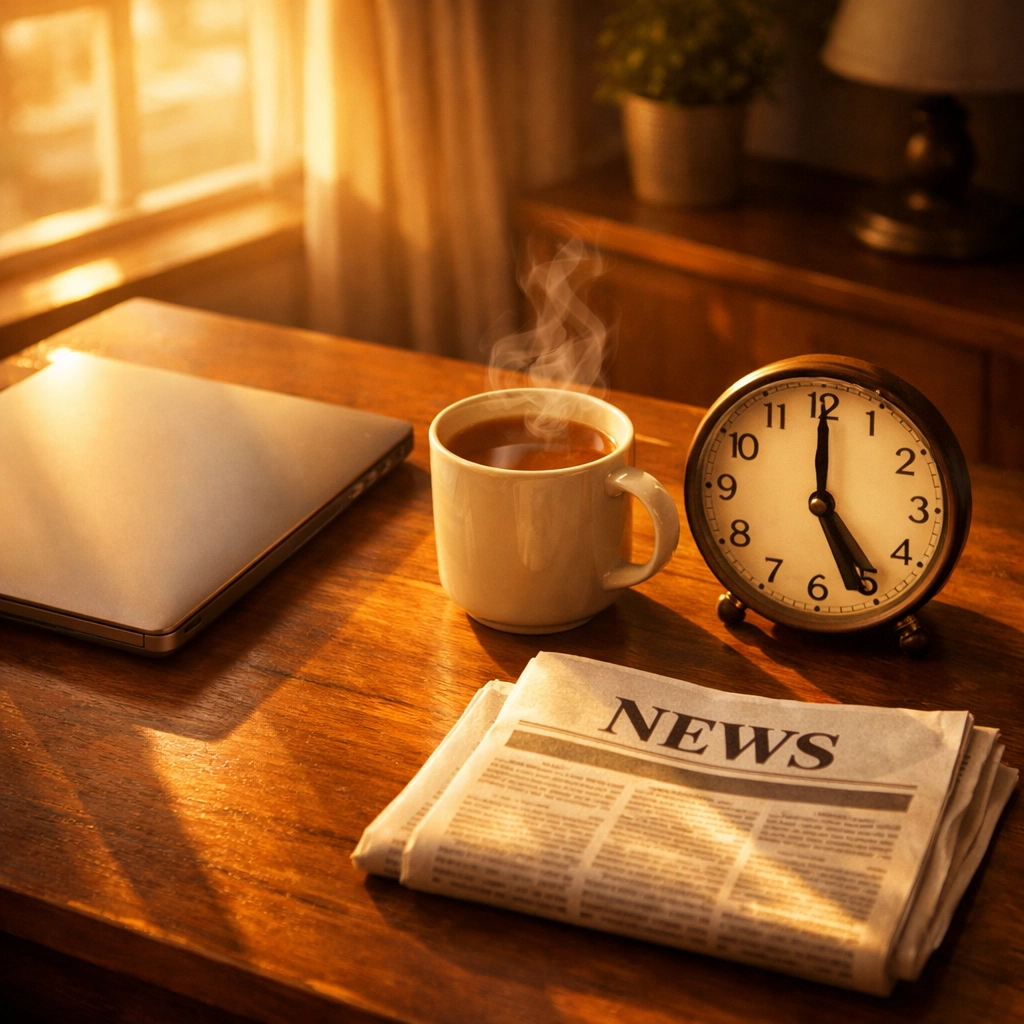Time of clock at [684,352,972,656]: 5:00
